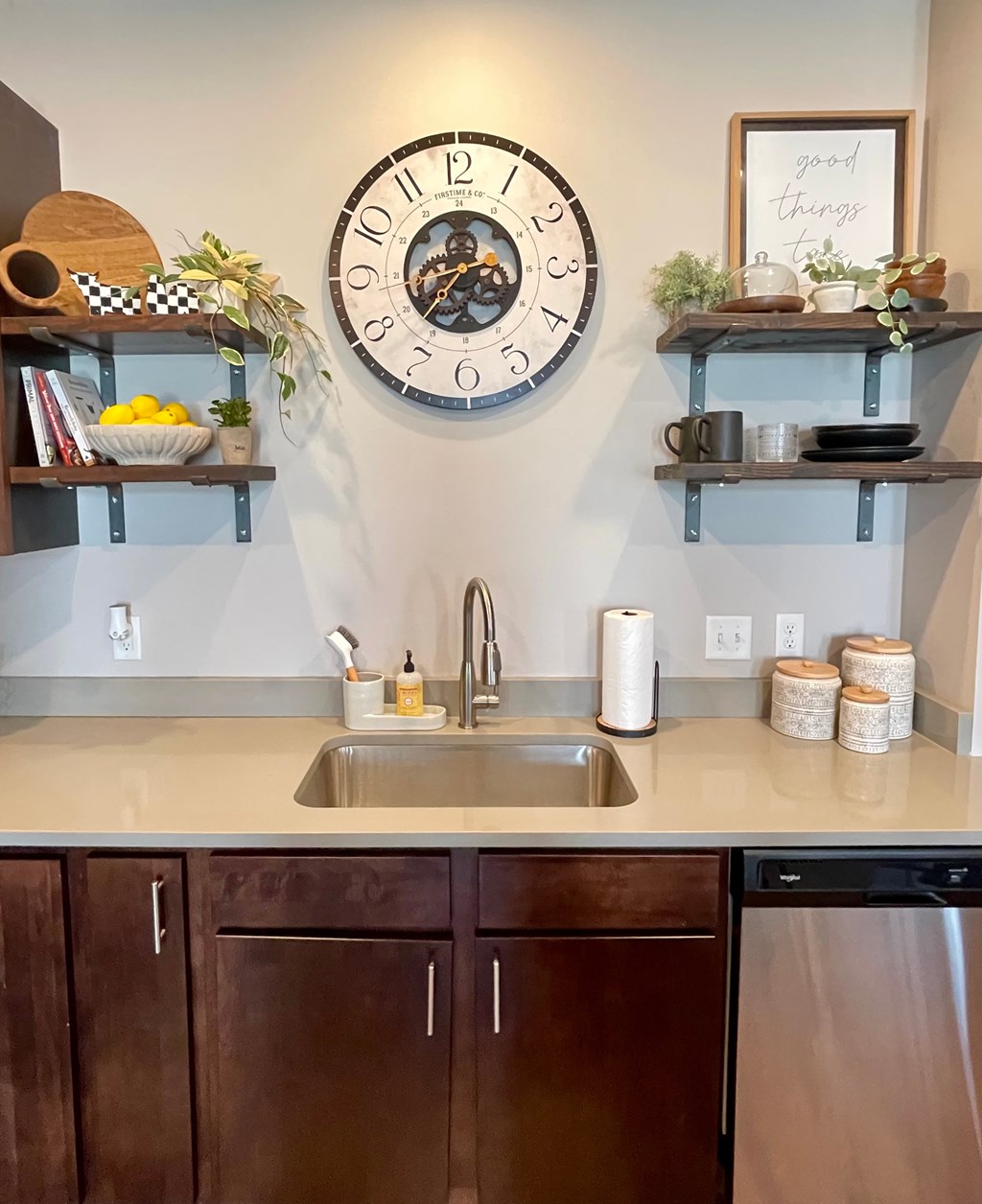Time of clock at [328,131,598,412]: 3:37
